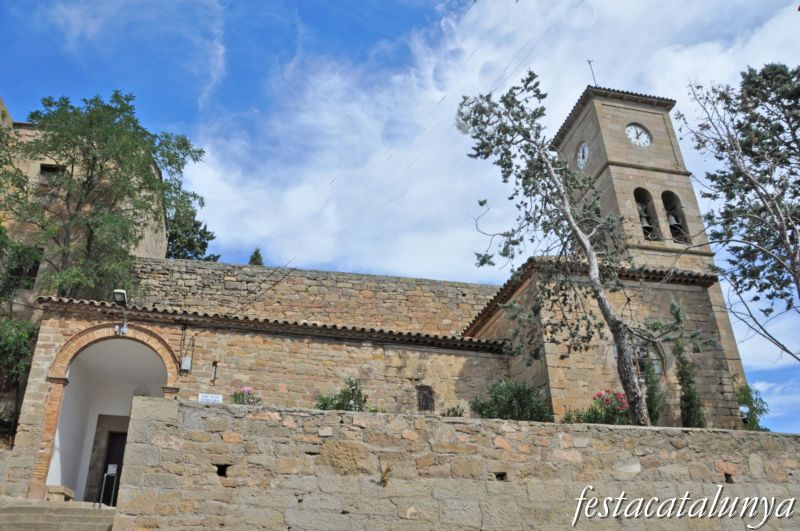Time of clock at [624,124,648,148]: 12:07
